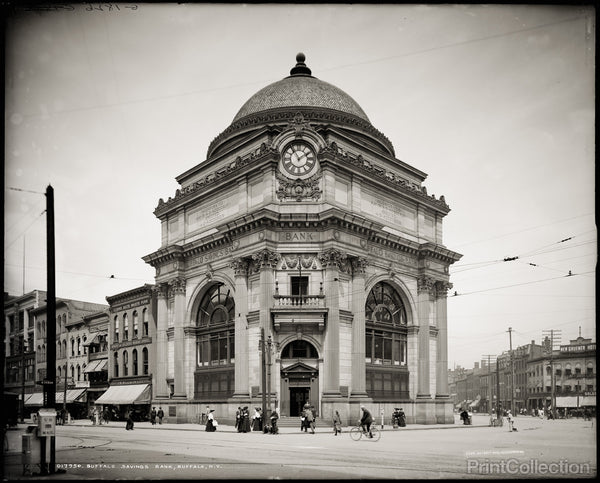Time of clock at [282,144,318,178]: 1:54
